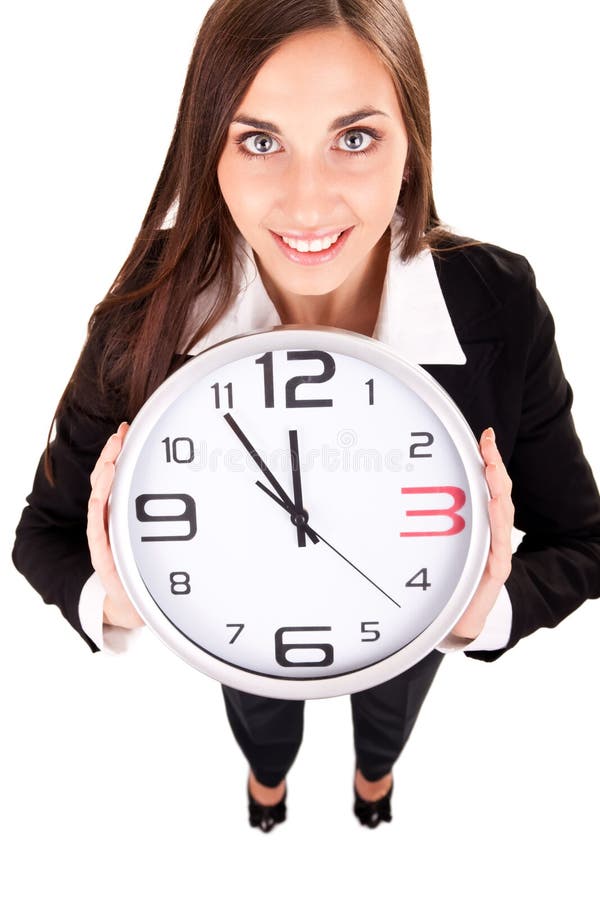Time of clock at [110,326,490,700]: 11:54
